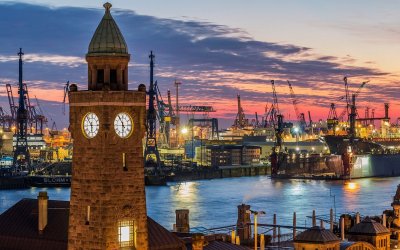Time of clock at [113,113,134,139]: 5:55
